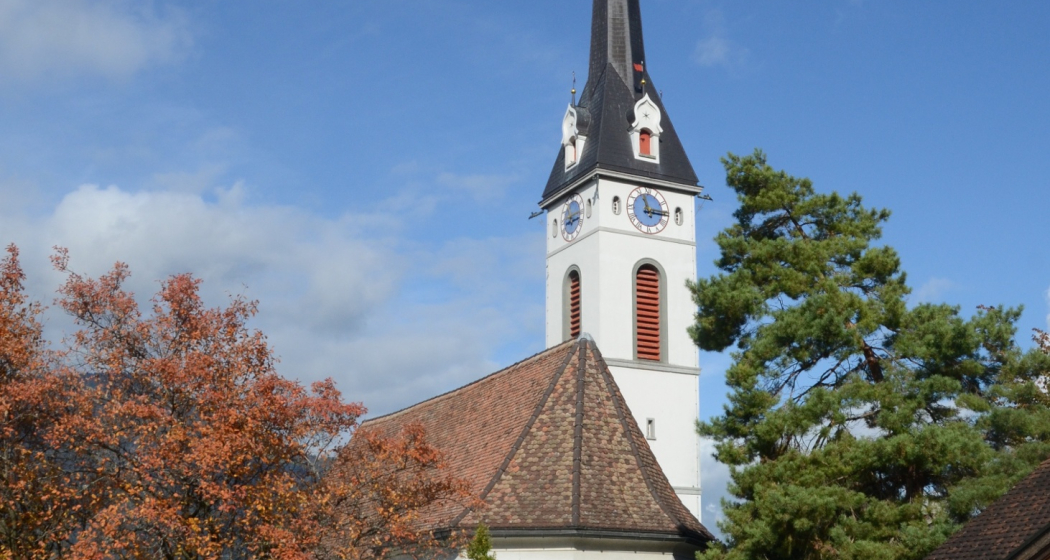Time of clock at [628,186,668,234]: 11:15
